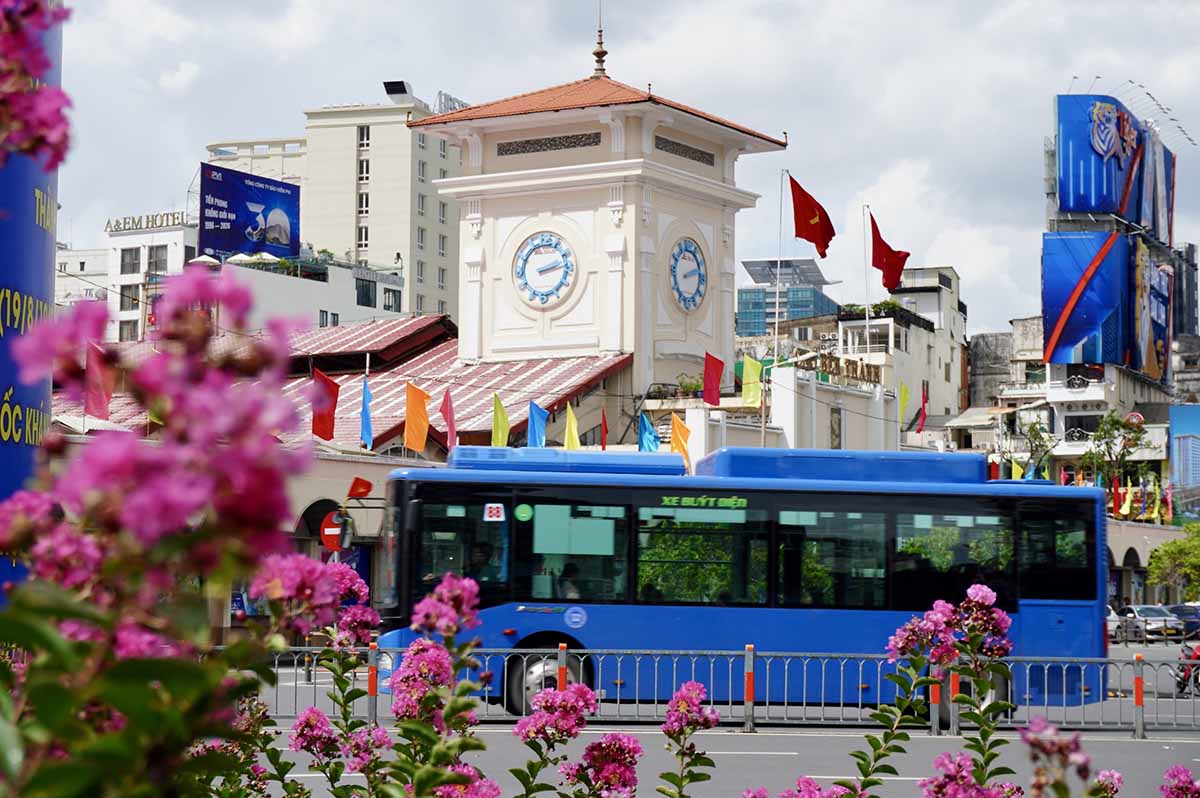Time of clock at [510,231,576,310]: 2:13
